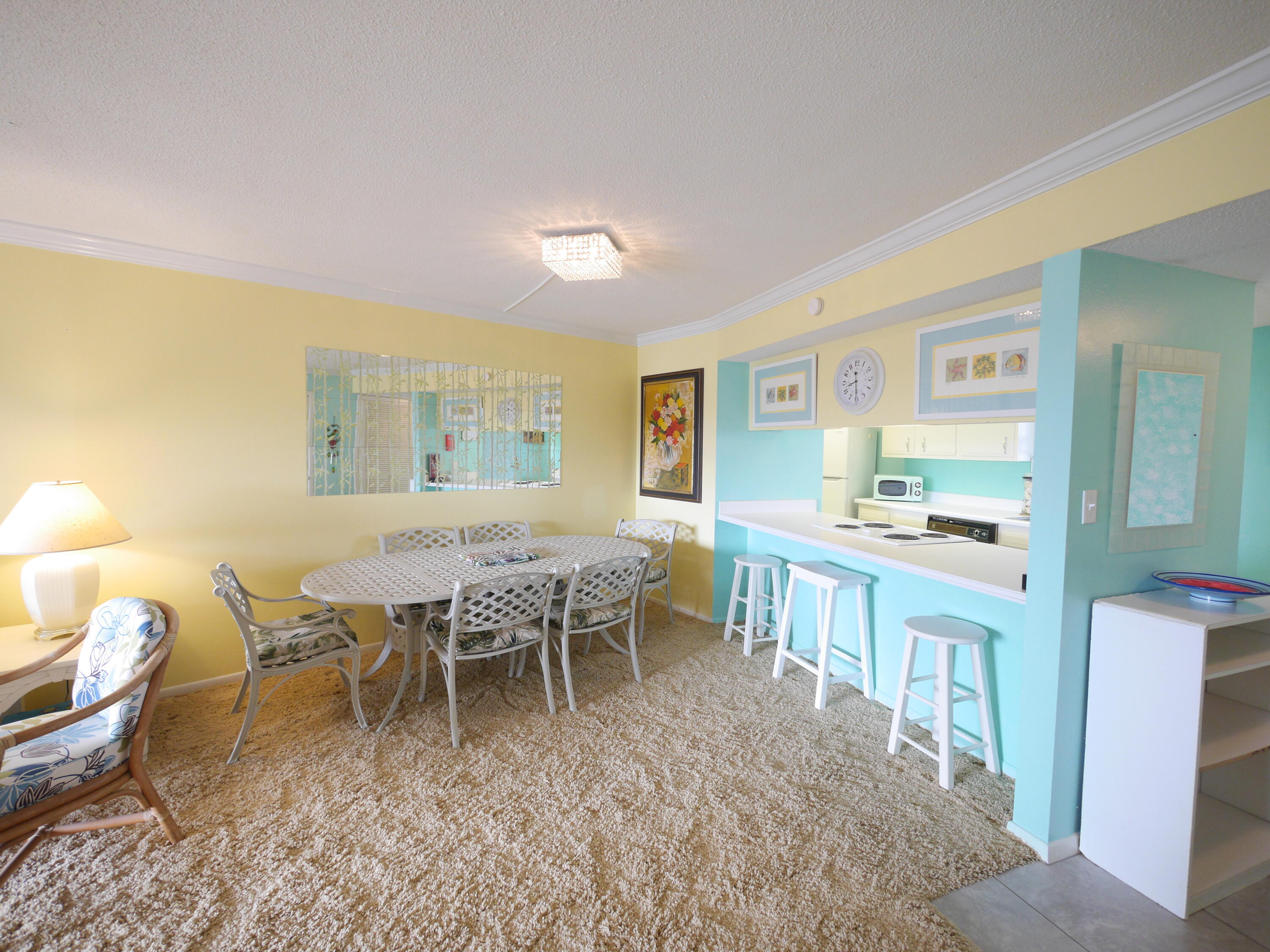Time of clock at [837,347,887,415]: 8:30
